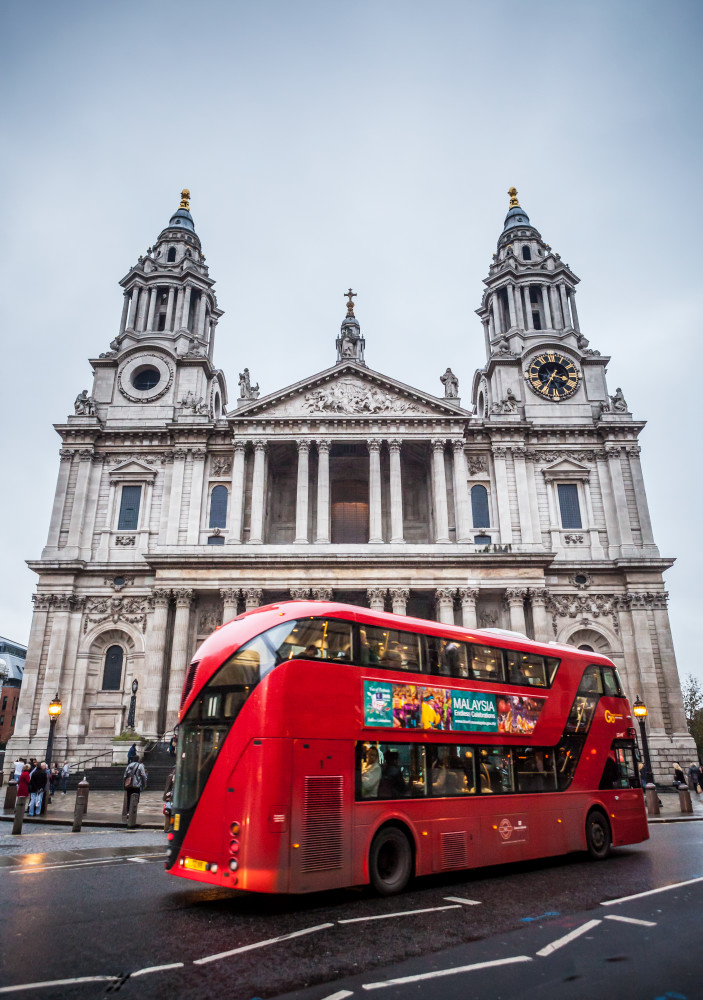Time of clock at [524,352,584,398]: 3:35
